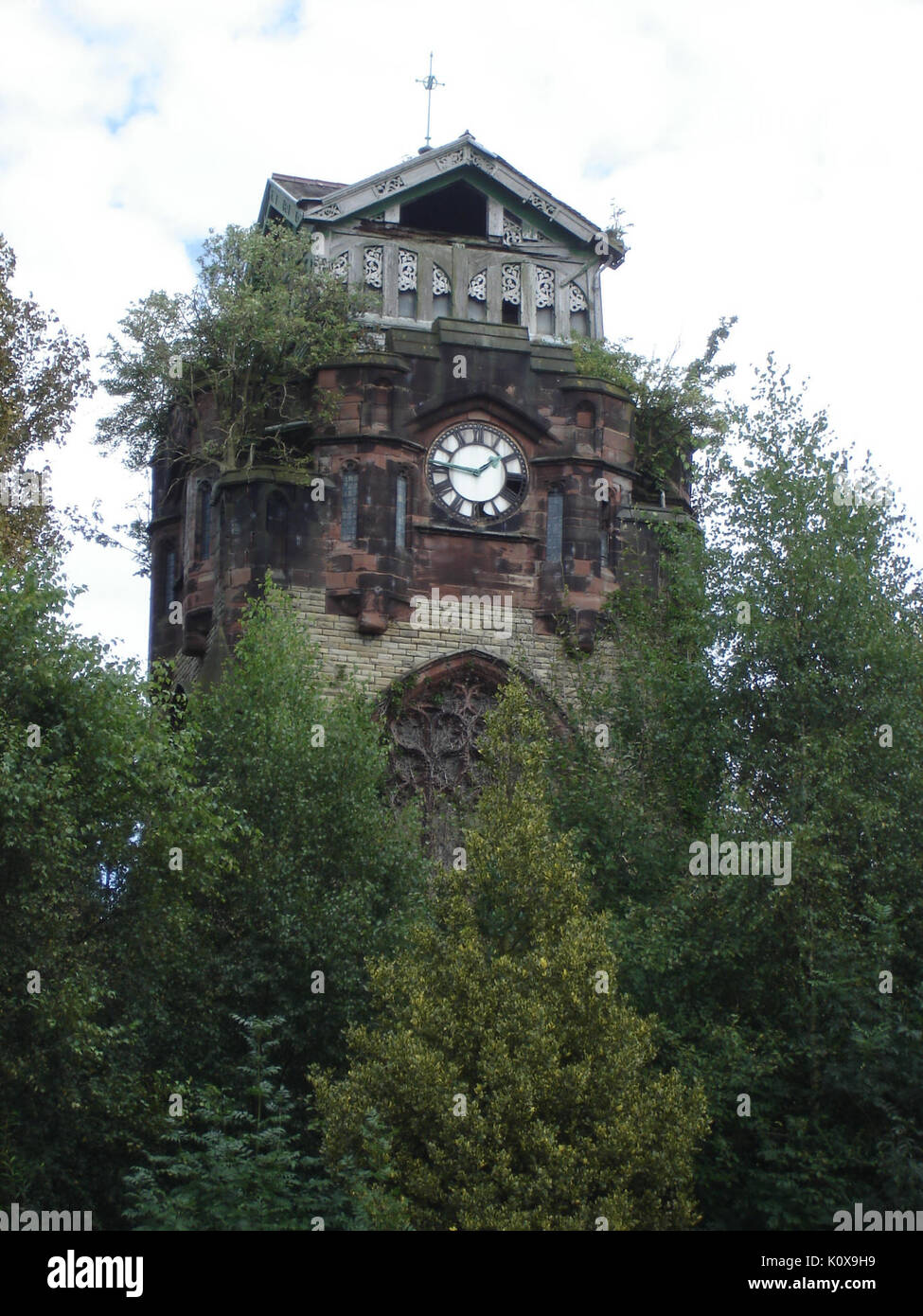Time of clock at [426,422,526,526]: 1:46
